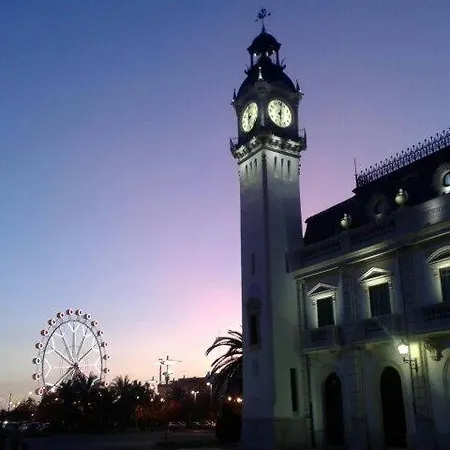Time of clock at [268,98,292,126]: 6:01
